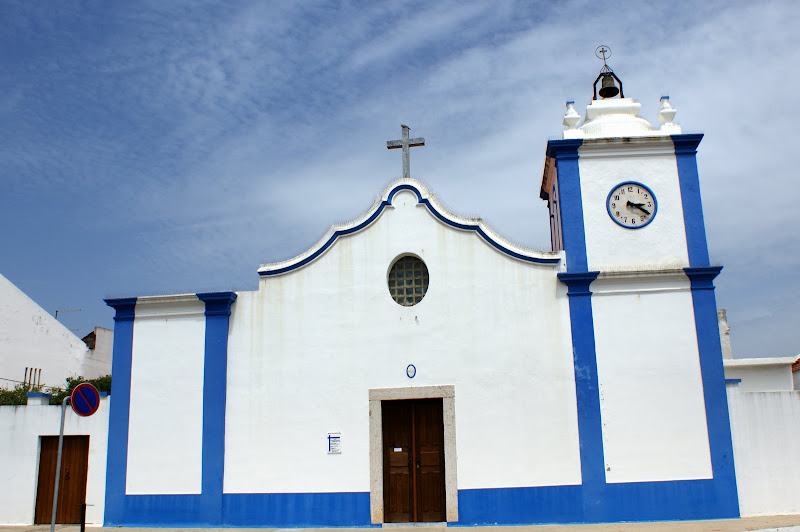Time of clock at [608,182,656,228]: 3:20
